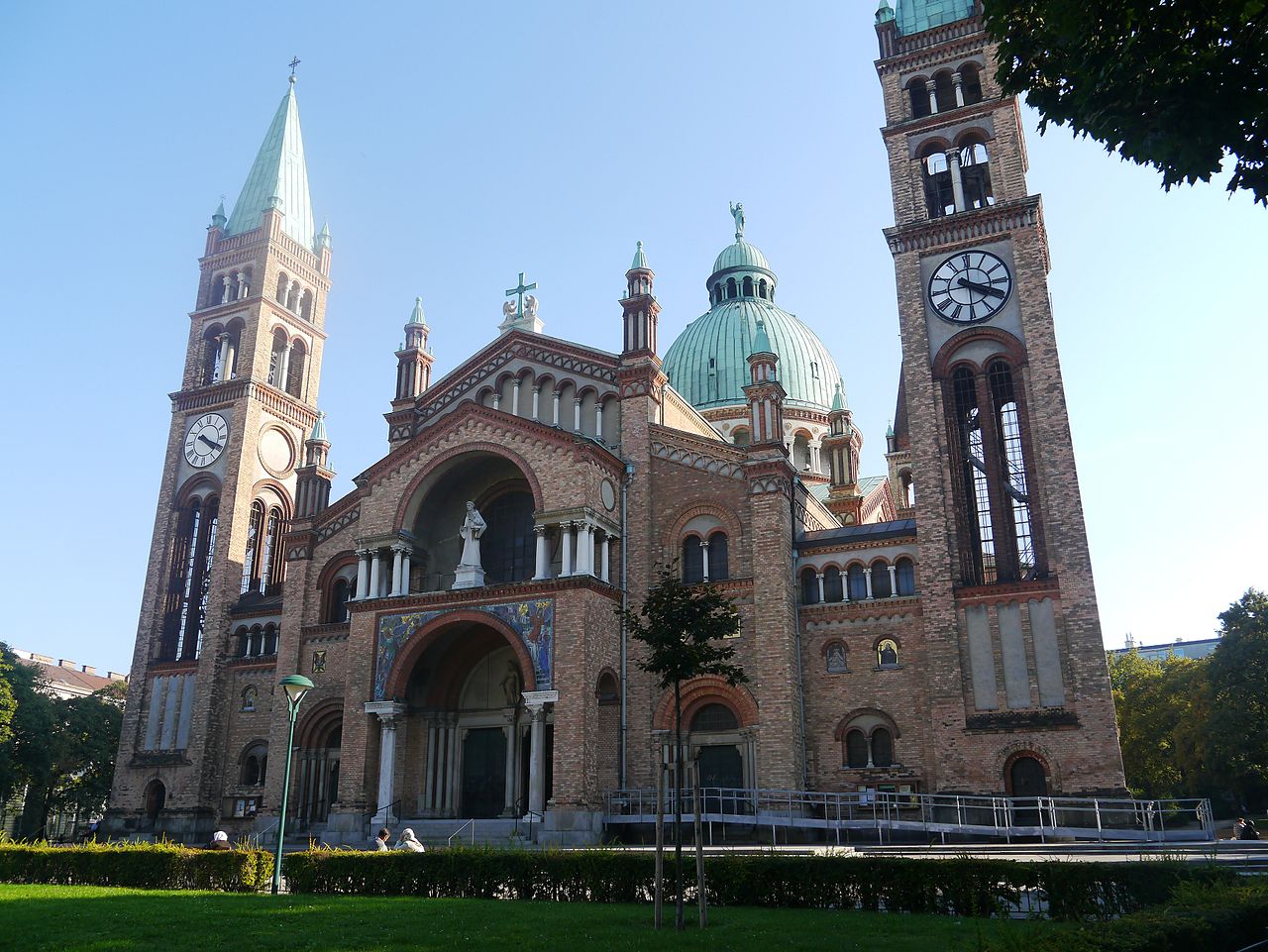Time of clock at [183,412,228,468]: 4:19
